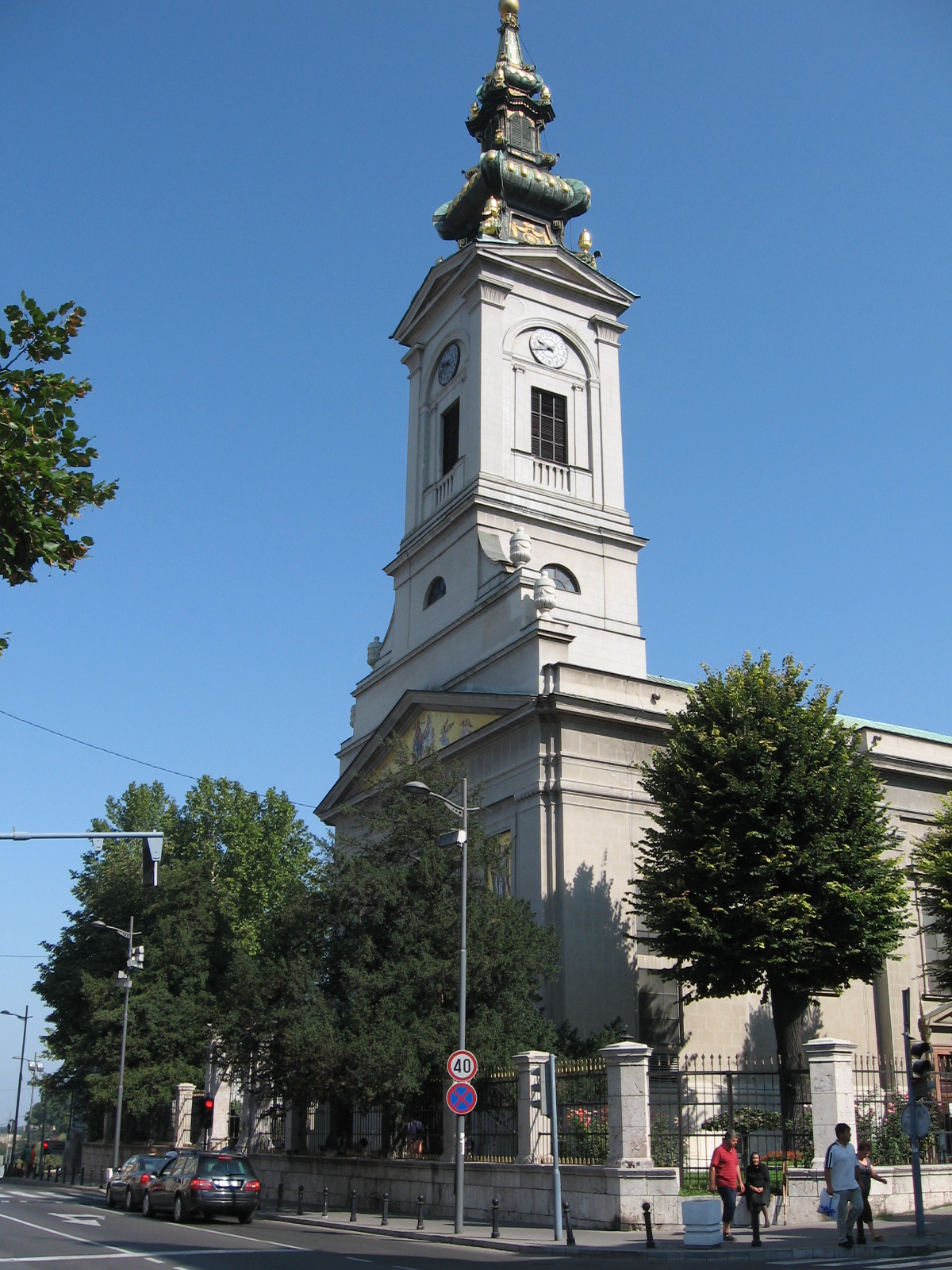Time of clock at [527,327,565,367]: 9:42
